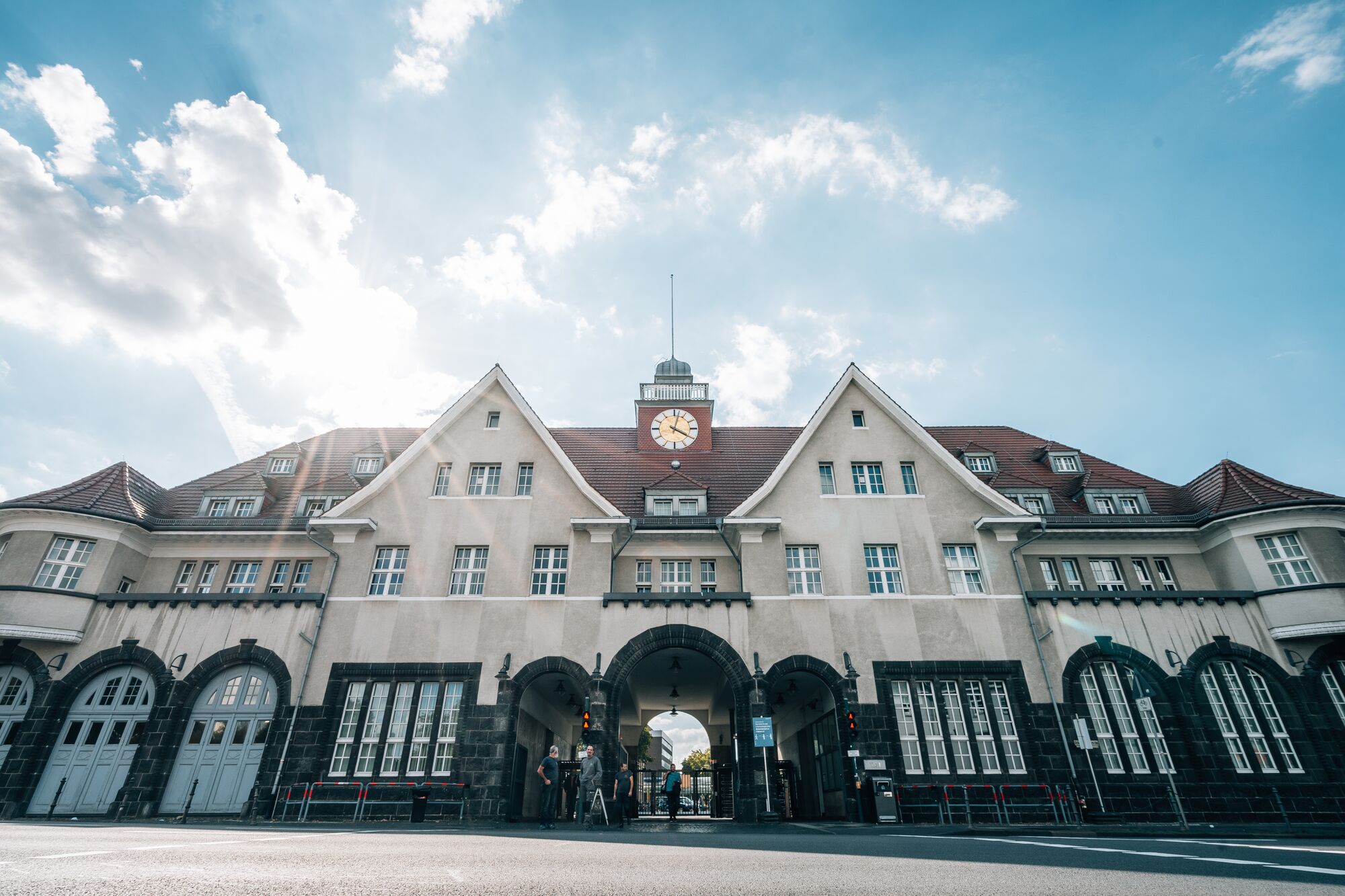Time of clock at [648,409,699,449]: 4:02
